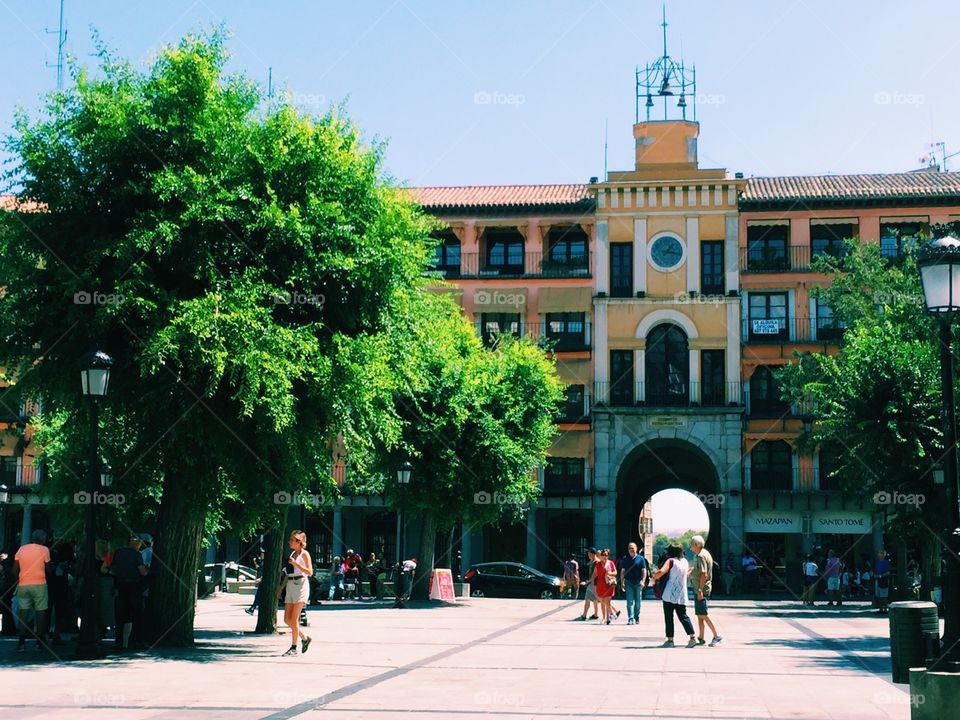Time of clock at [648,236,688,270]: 1:16
